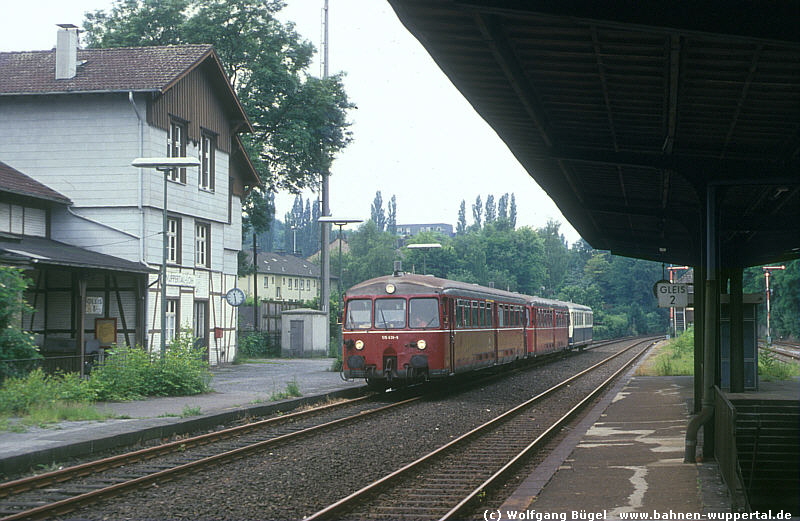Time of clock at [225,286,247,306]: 11:28
